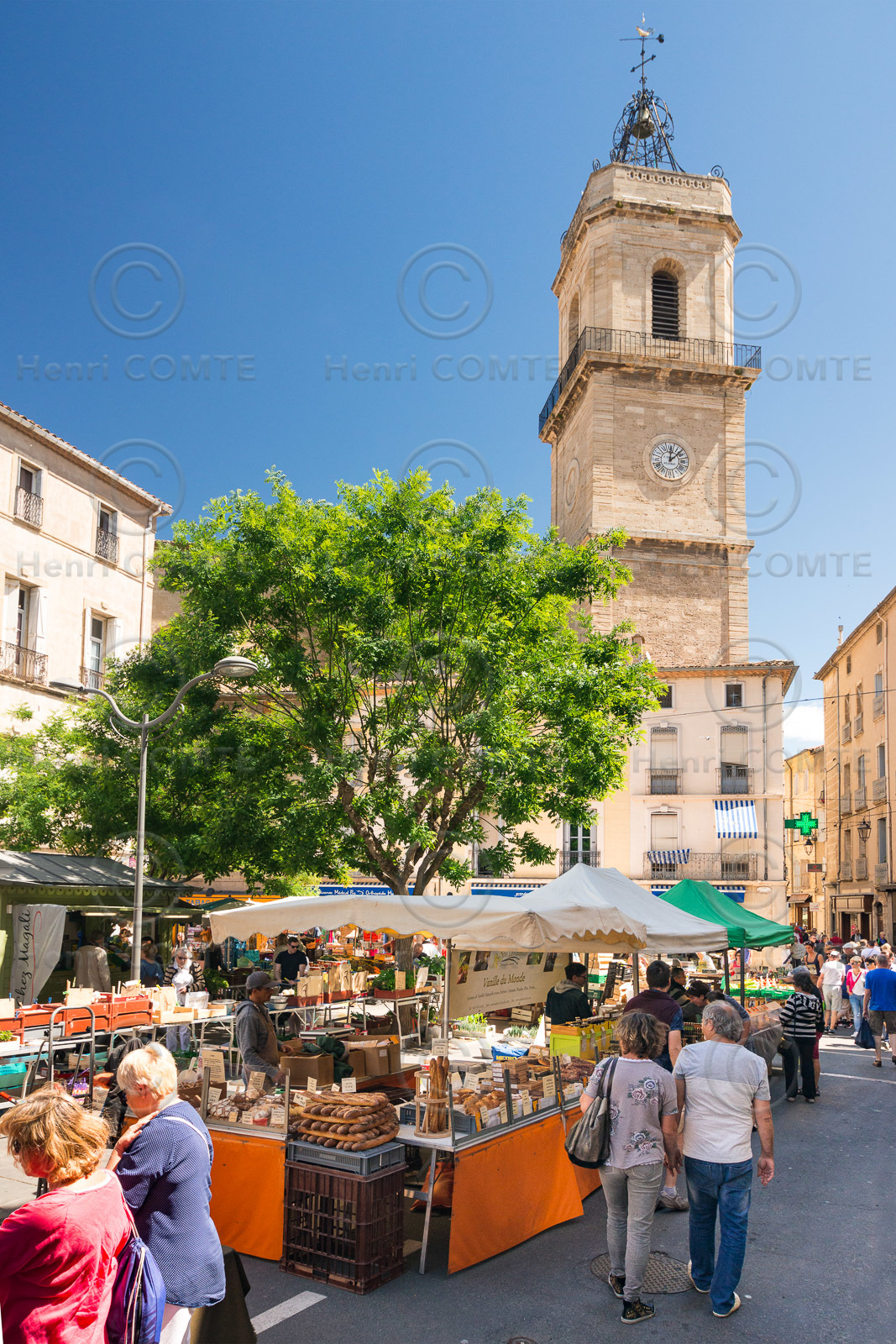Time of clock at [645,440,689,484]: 12:07
